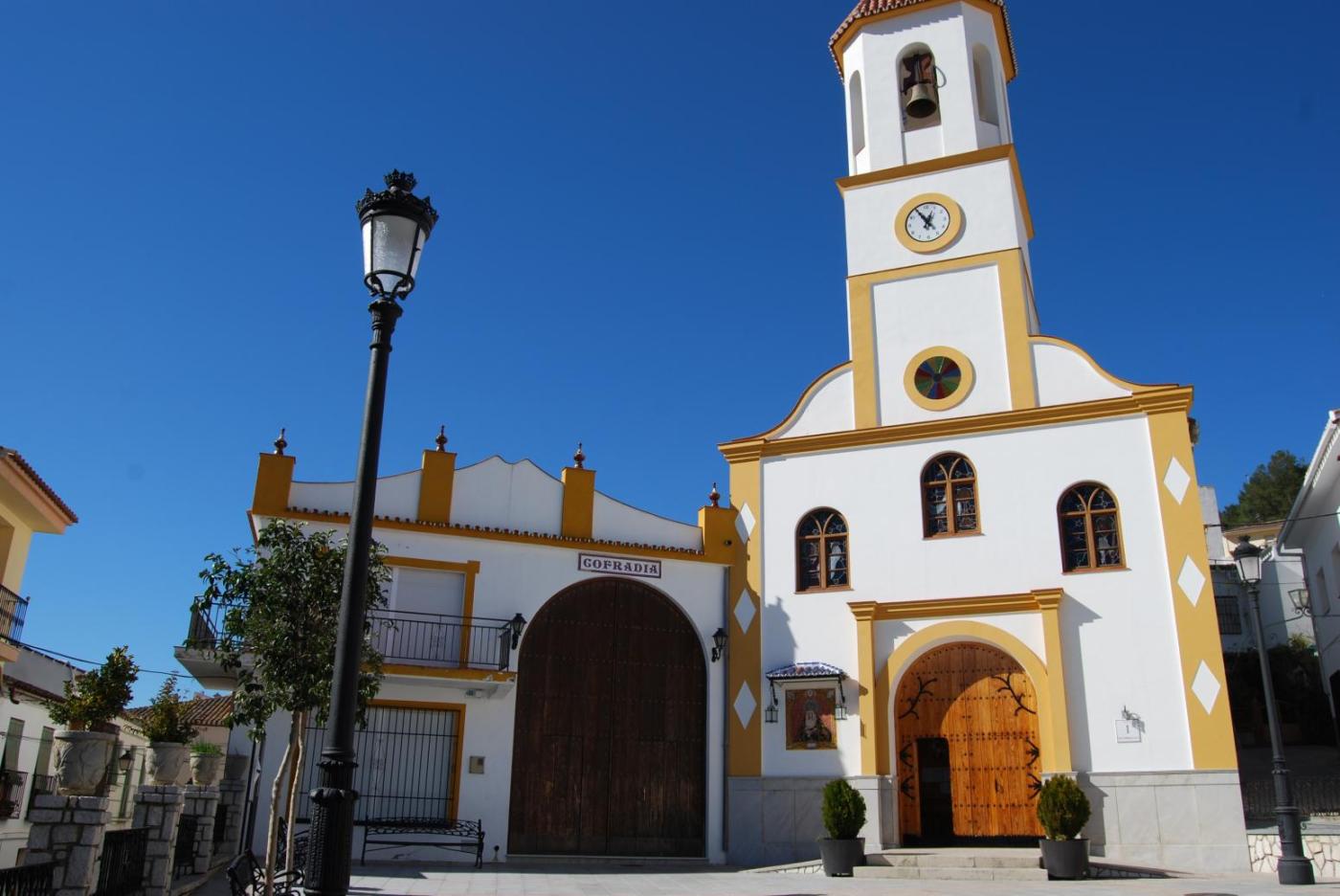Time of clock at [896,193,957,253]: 12:54
